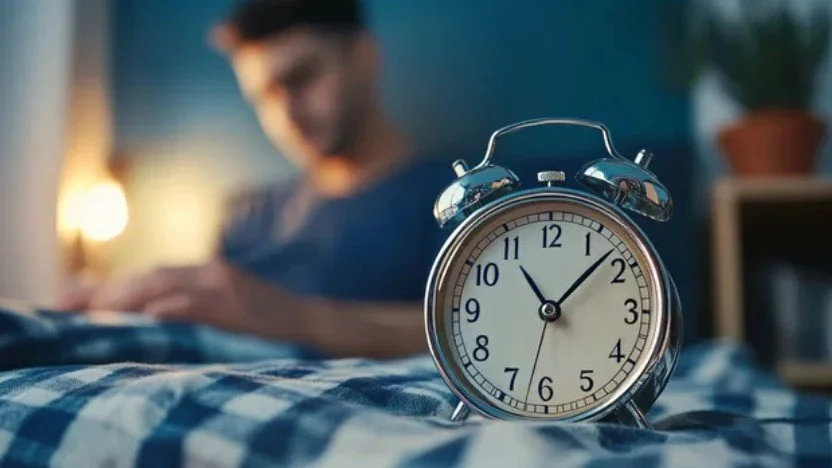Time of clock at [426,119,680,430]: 11:07
